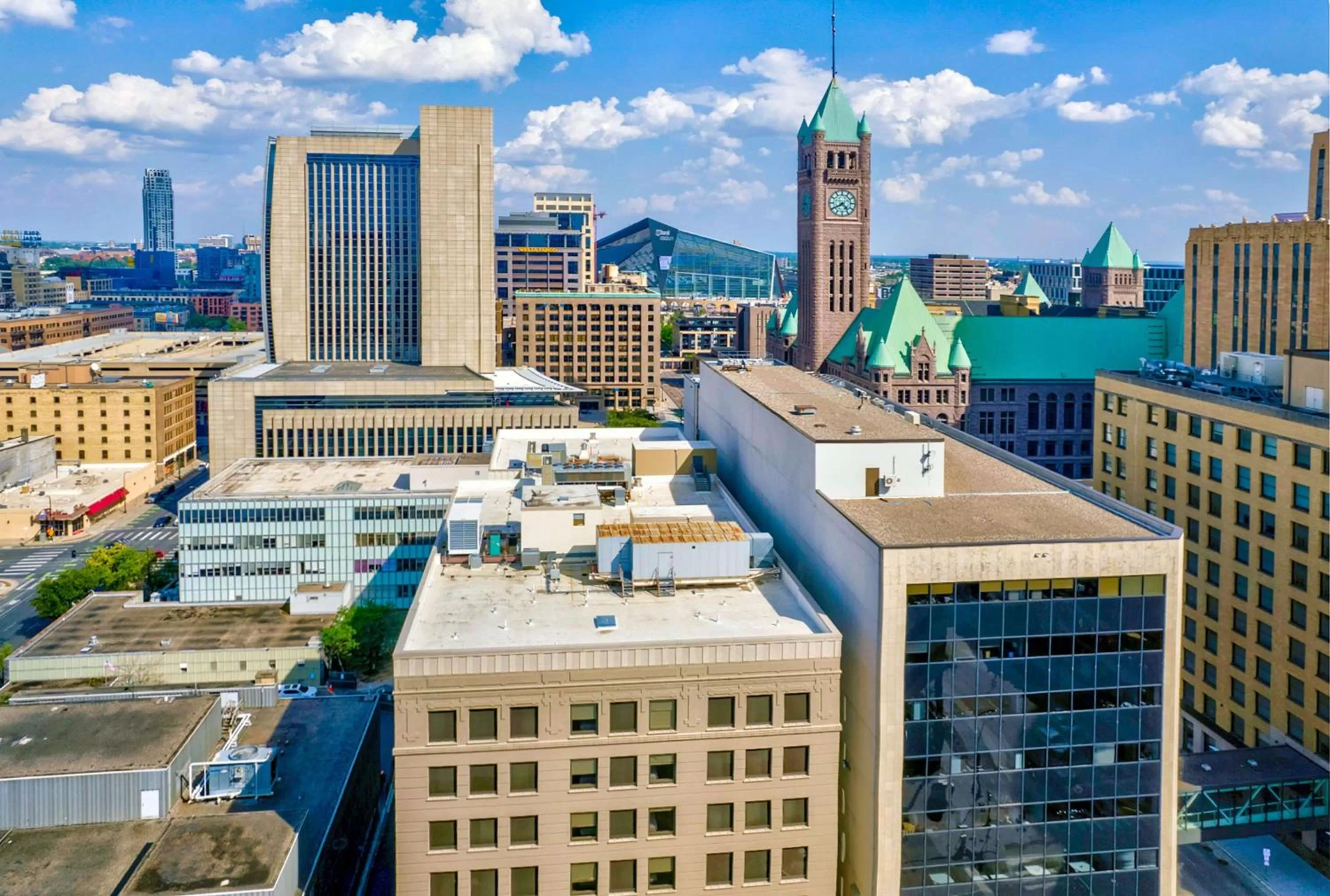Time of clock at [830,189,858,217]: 4:39
